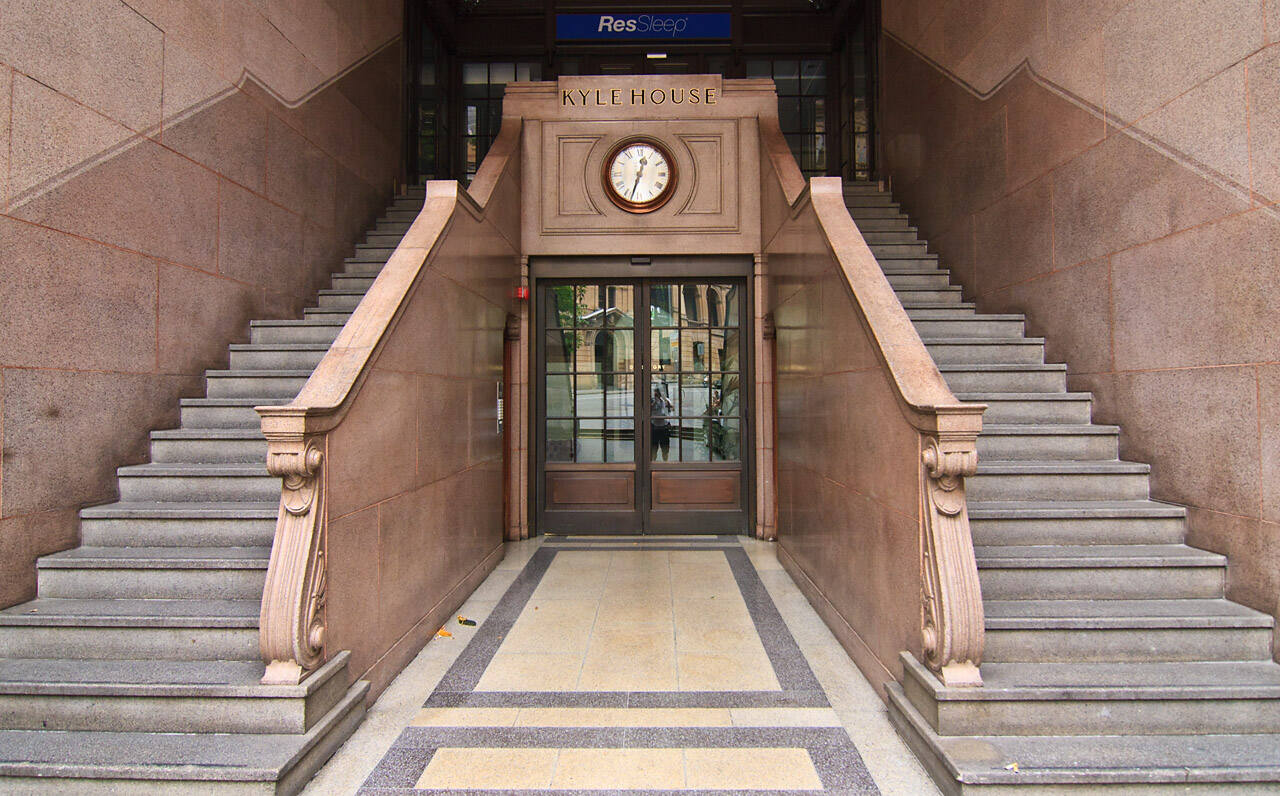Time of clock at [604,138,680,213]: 12:32
